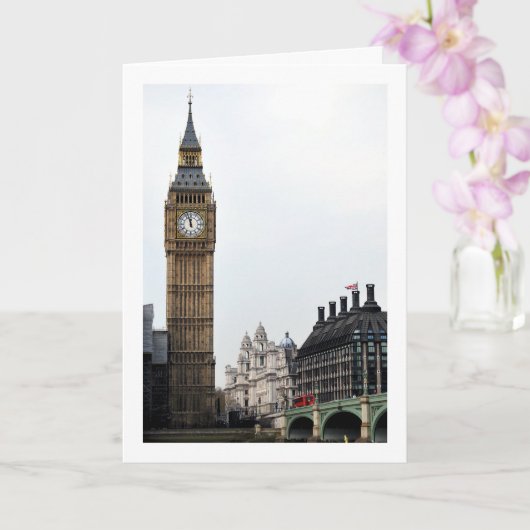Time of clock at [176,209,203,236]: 11:57
